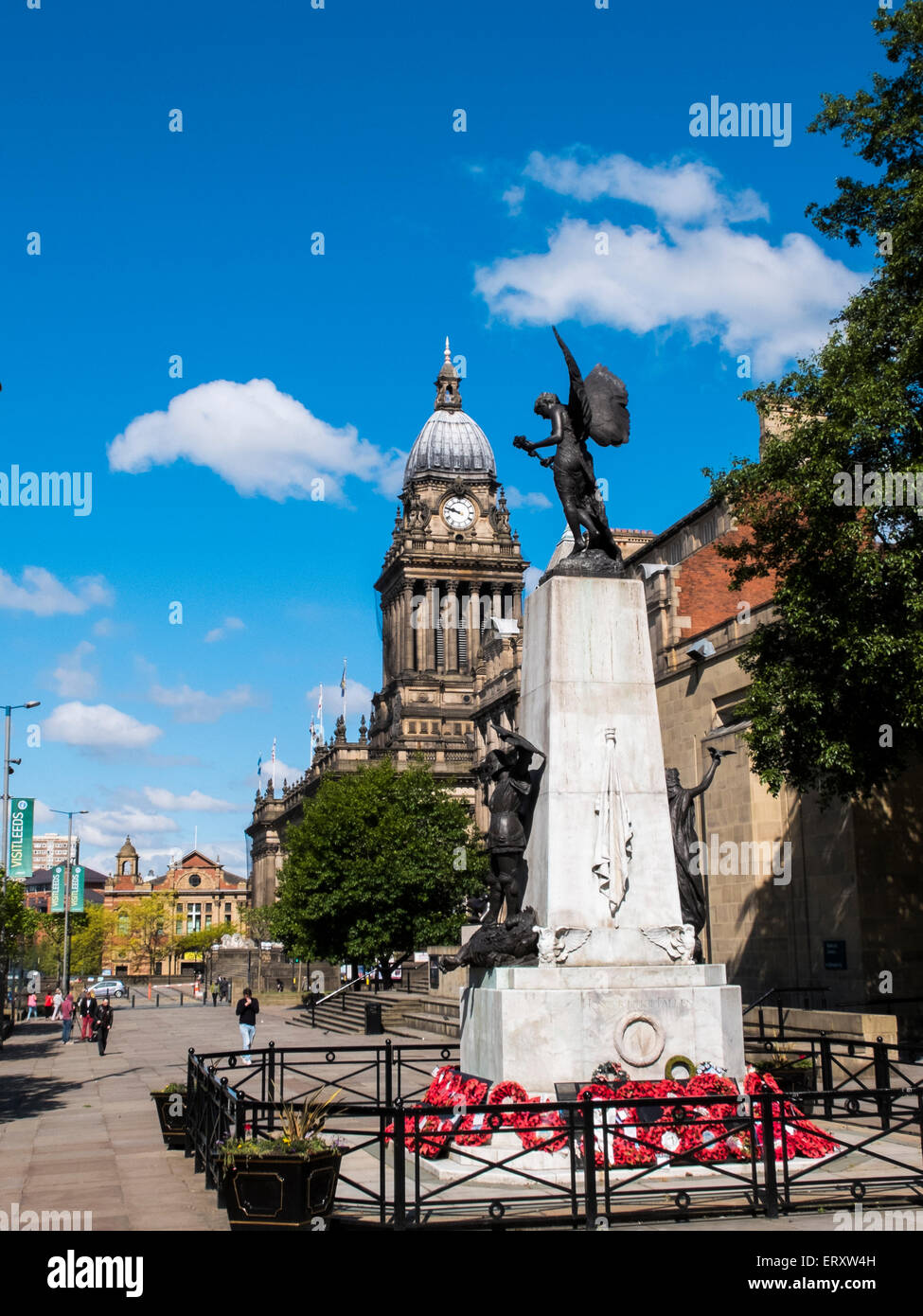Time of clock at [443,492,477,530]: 9:47
